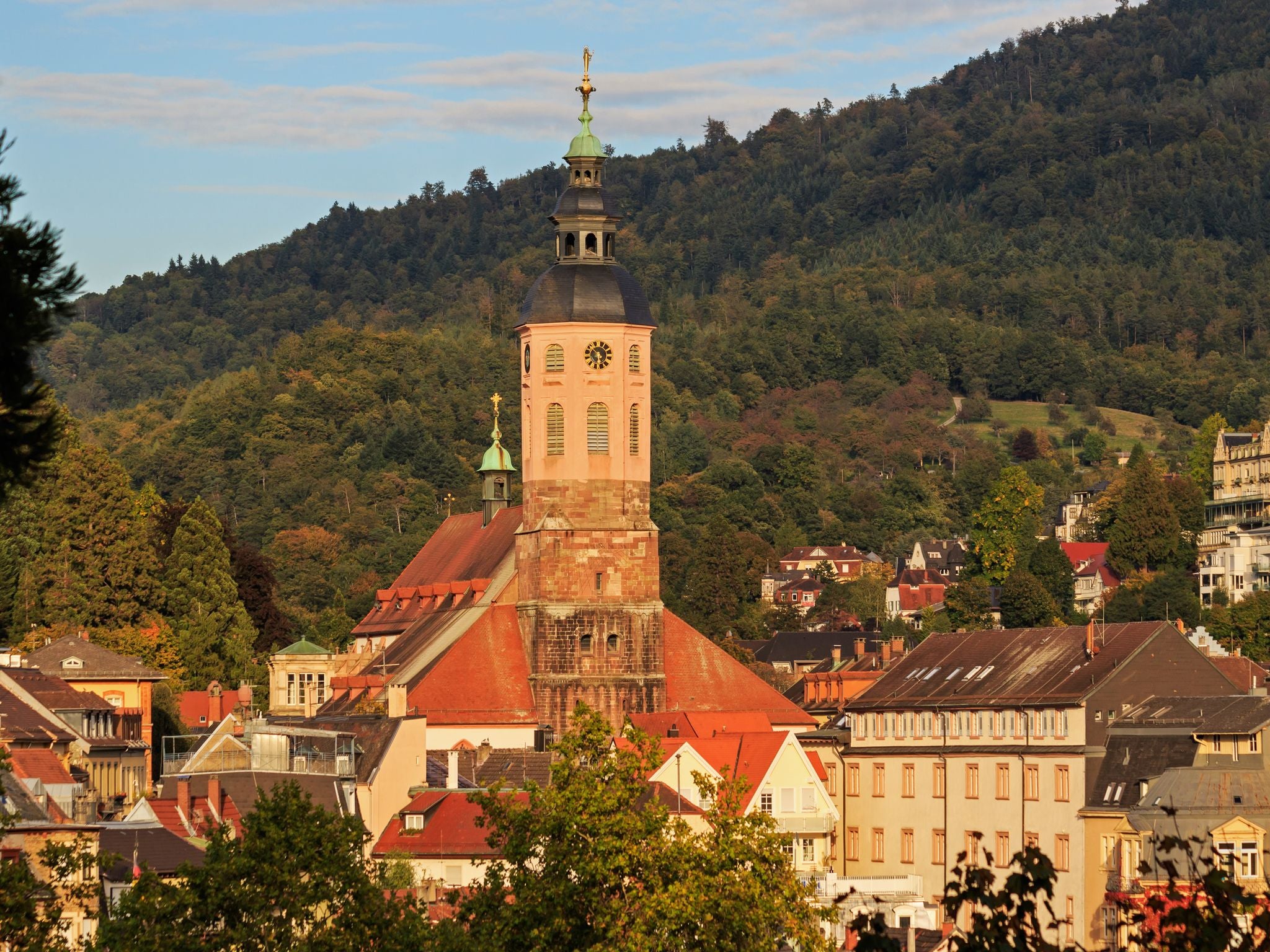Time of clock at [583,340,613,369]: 5:51
